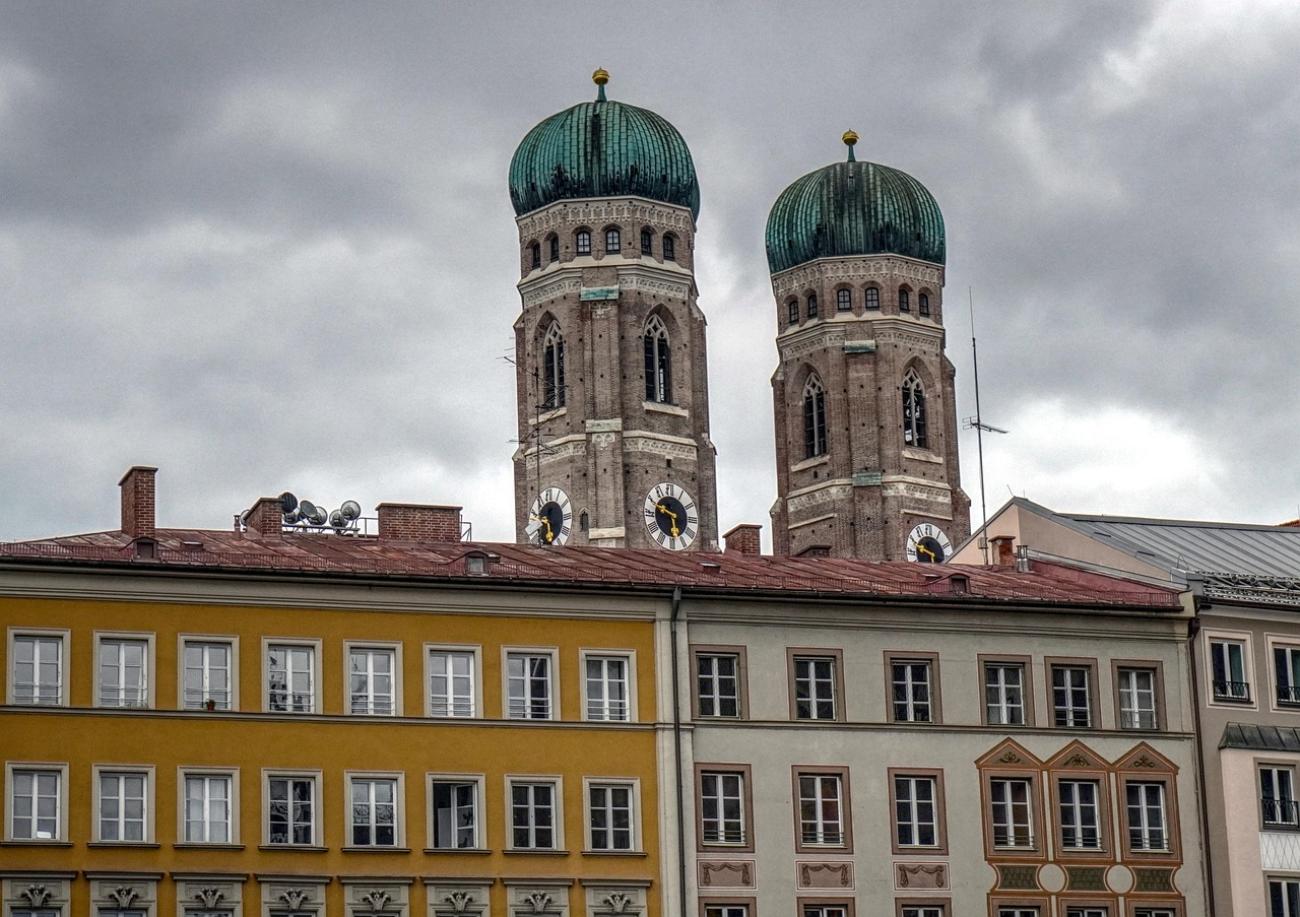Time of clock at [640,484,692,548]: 5:49
